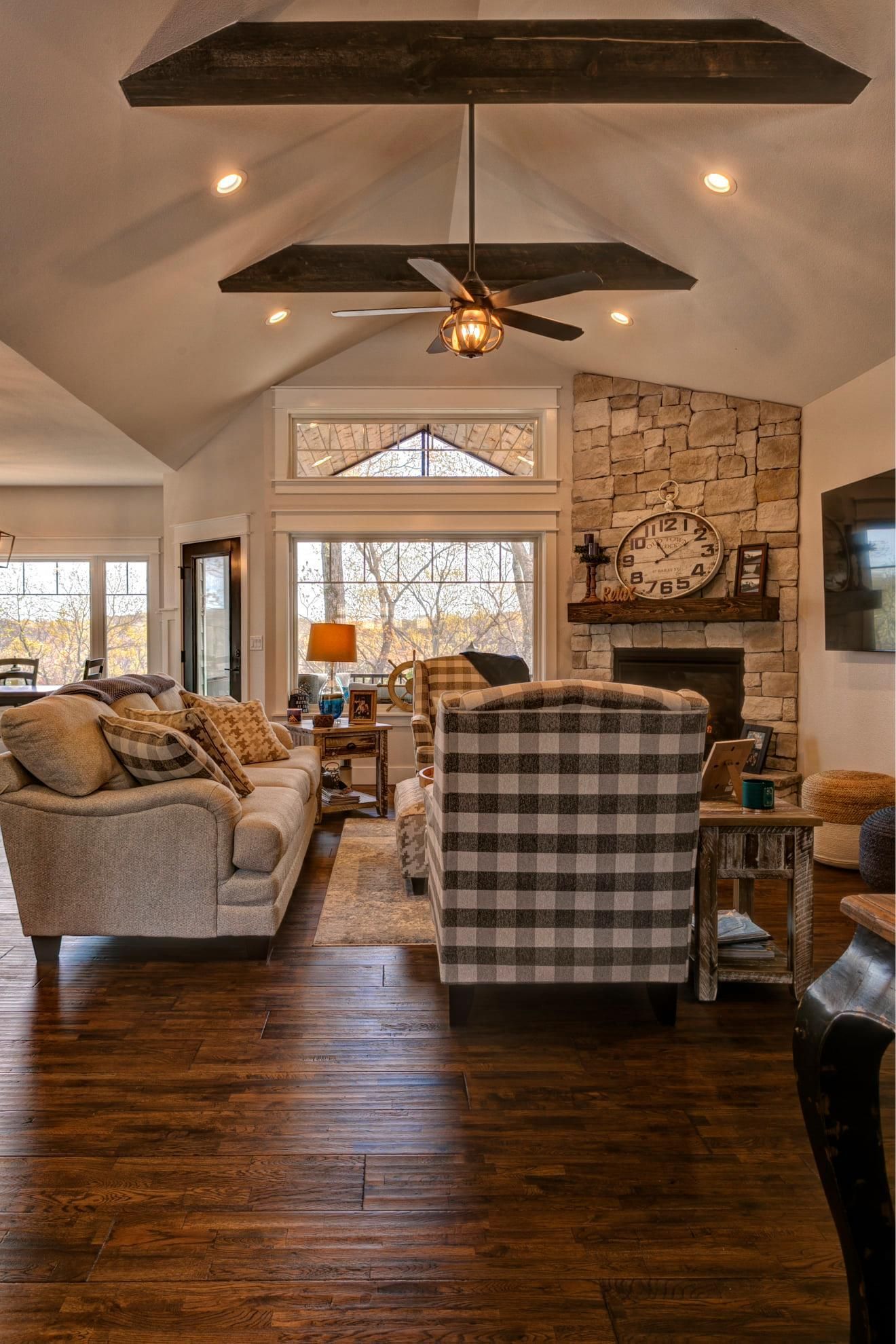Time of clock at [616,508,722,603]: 11:09
